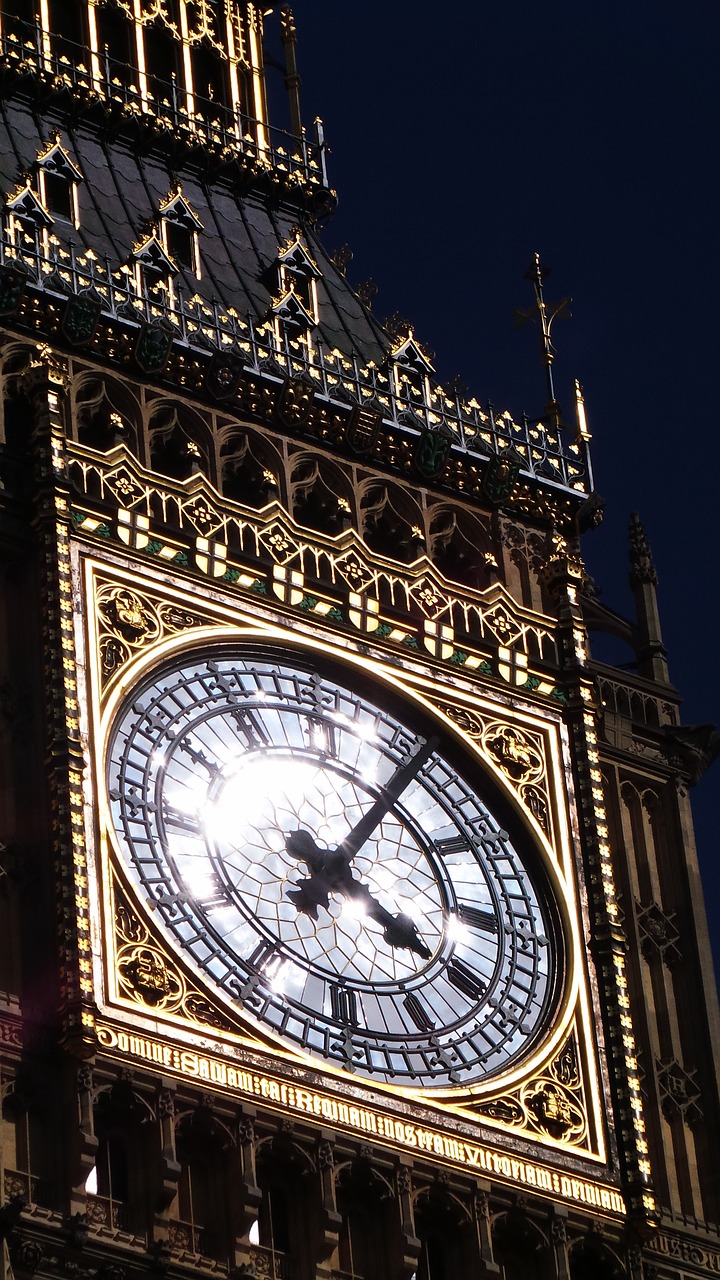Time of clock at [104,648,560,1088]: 4:04
